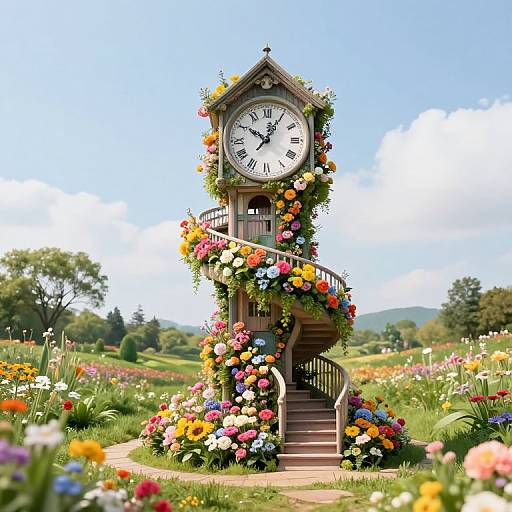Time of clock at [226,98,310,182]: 10:05
